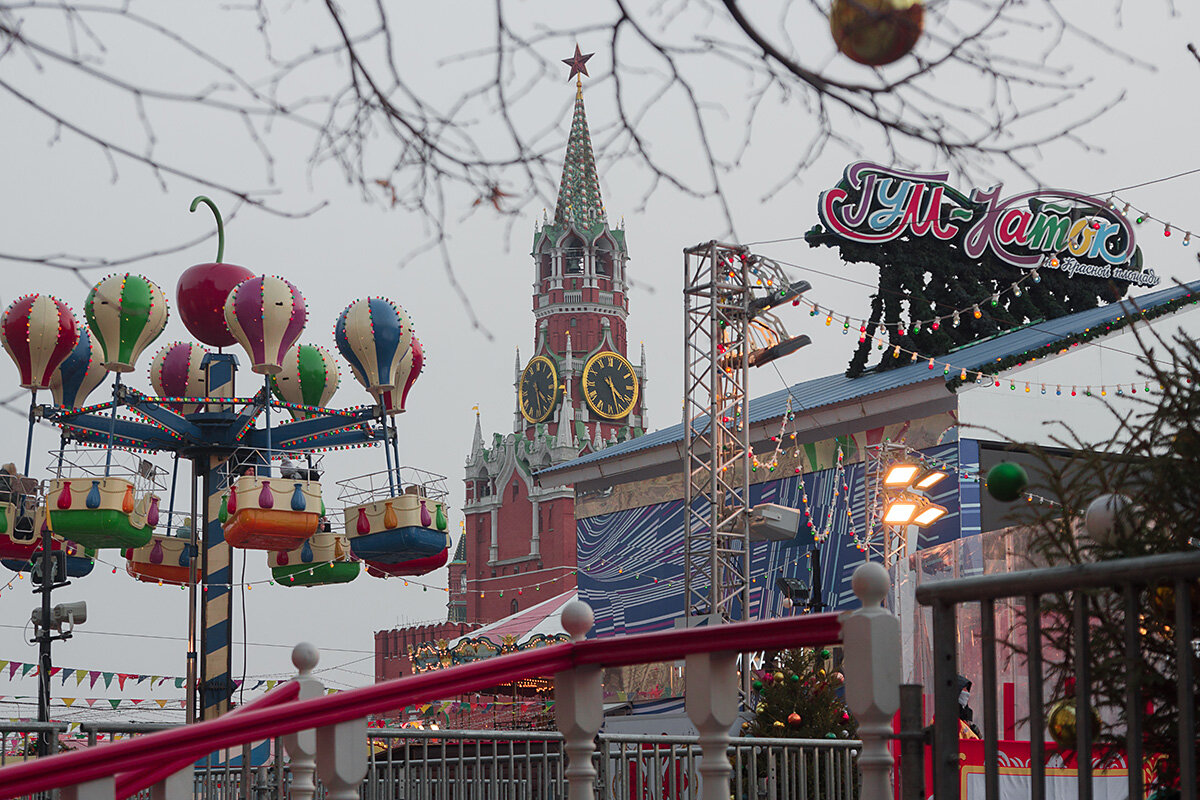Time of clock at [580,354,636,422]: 4:27
